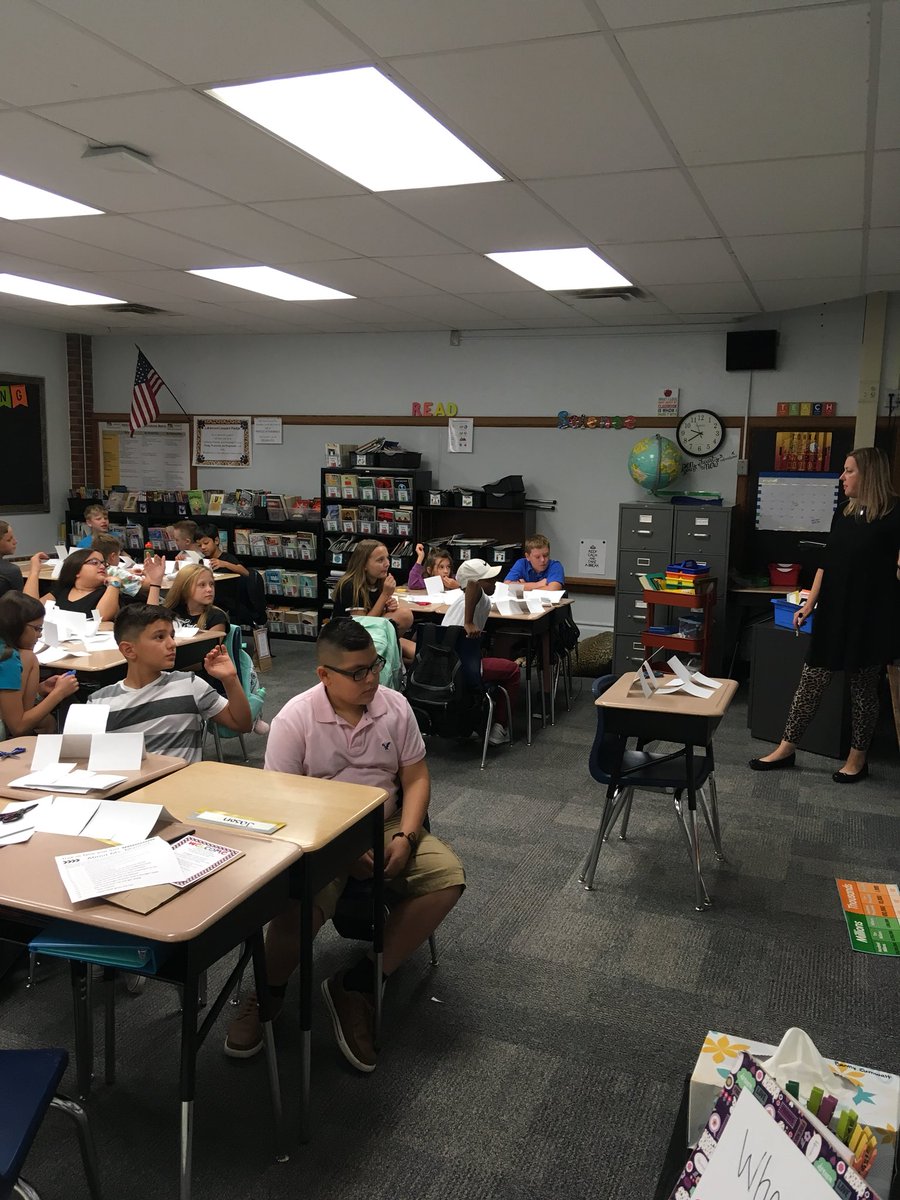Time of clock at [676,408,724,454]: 9:39
